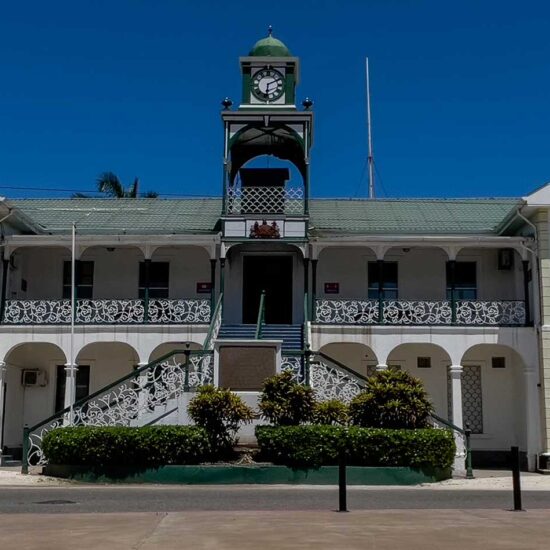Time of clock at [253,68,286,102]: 6:10
